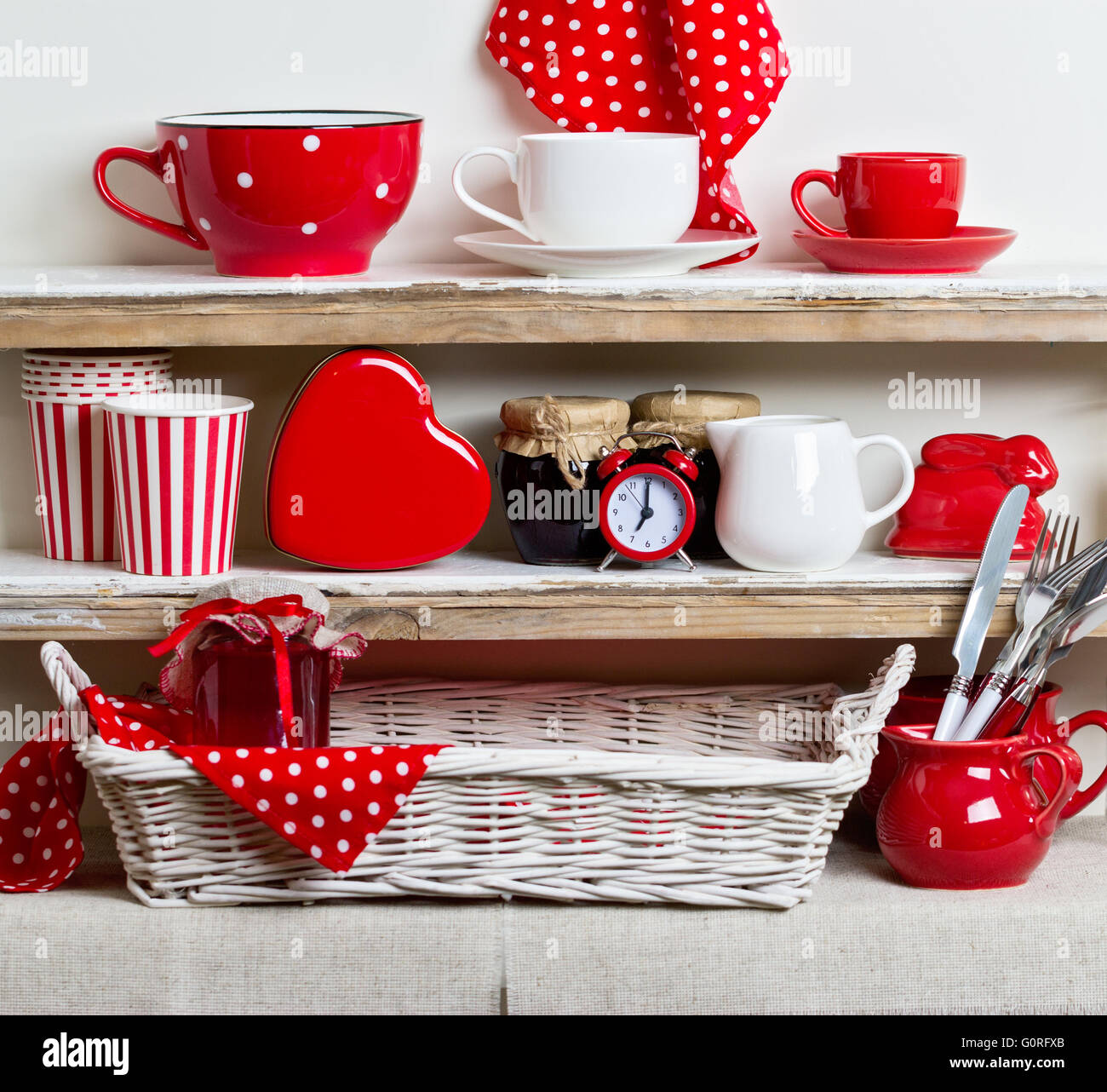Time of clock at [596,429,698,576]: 7:00
